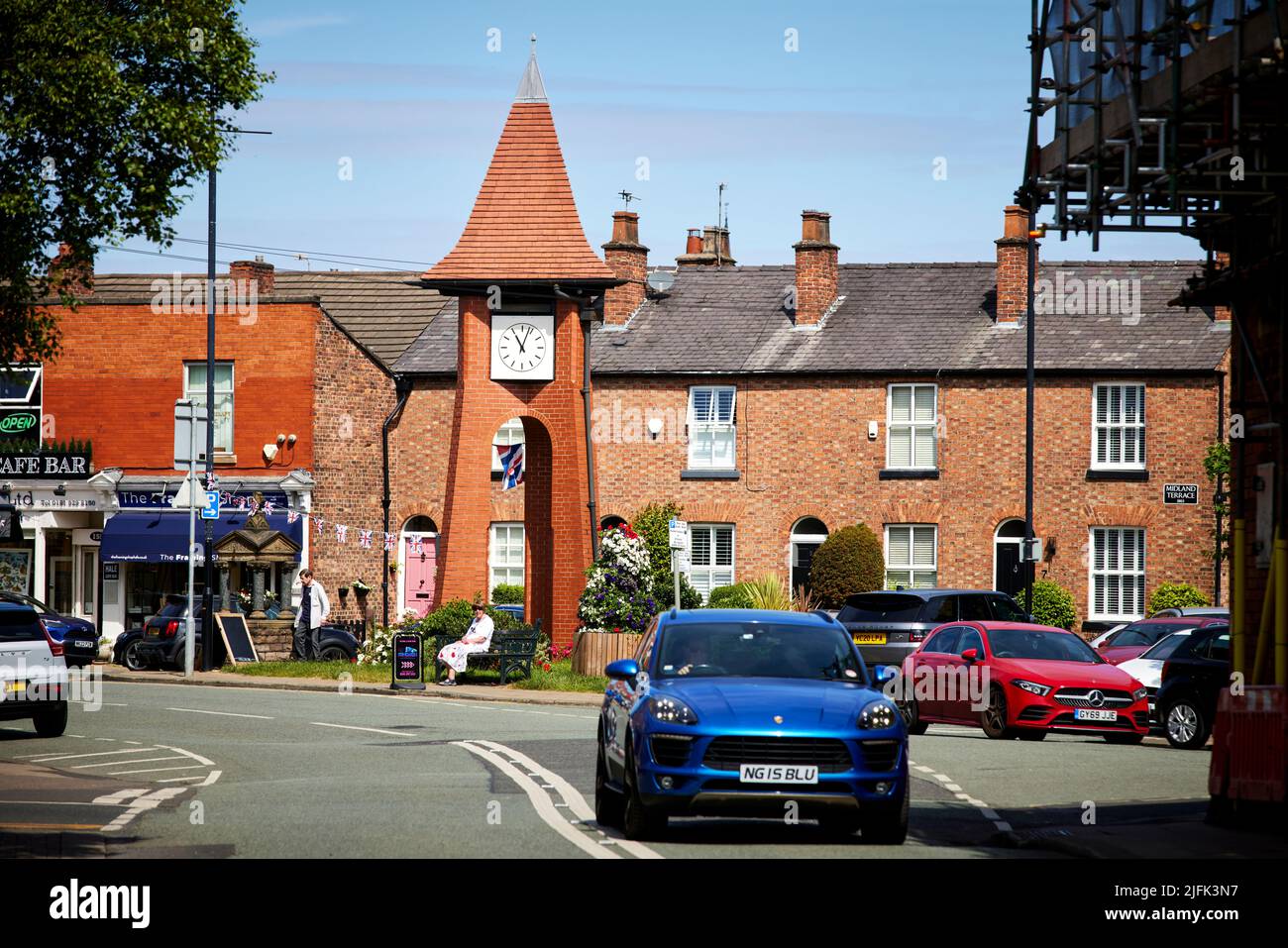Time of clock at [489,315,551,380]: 11:03
